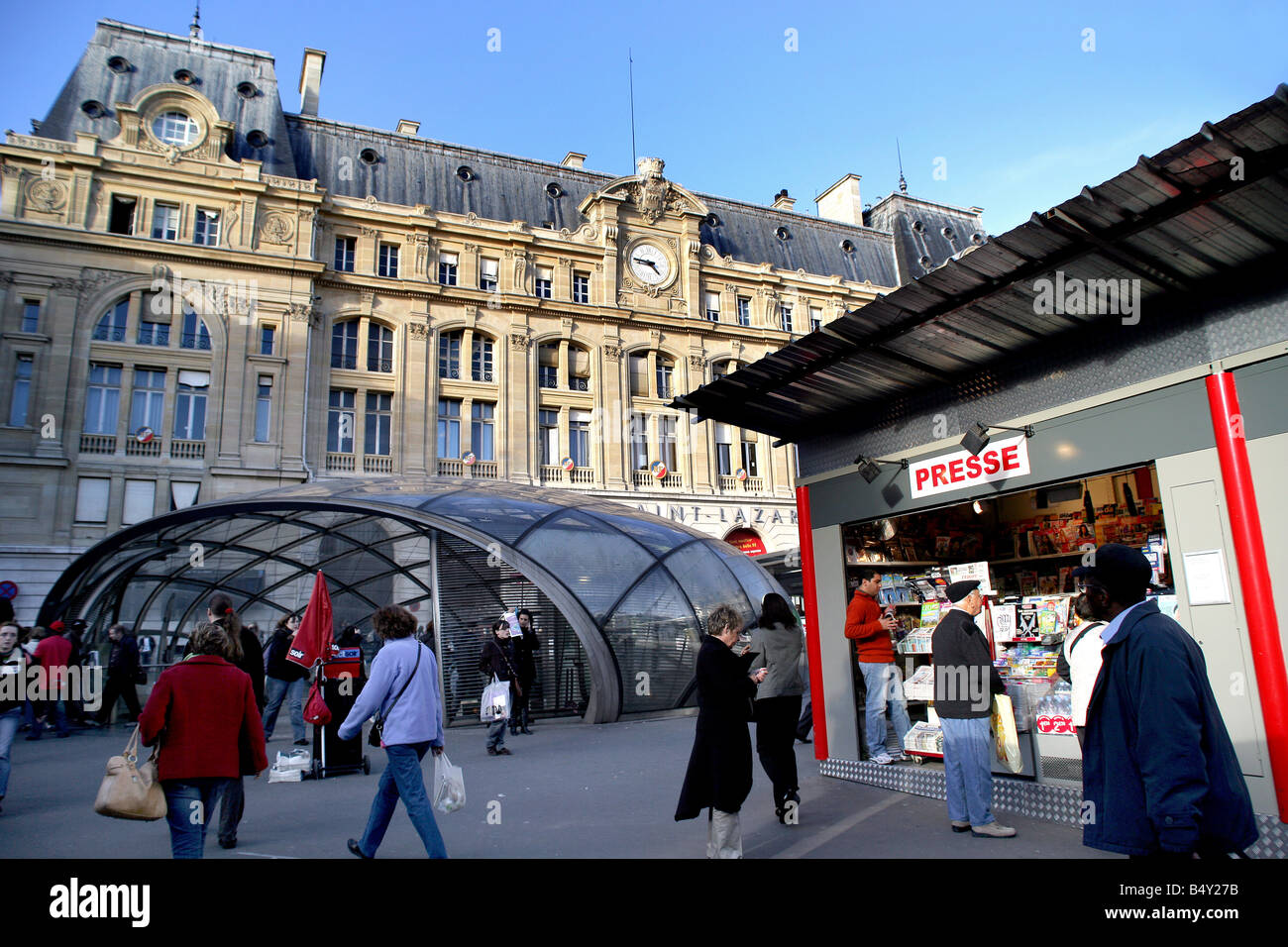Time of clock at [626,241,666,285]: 4:46
